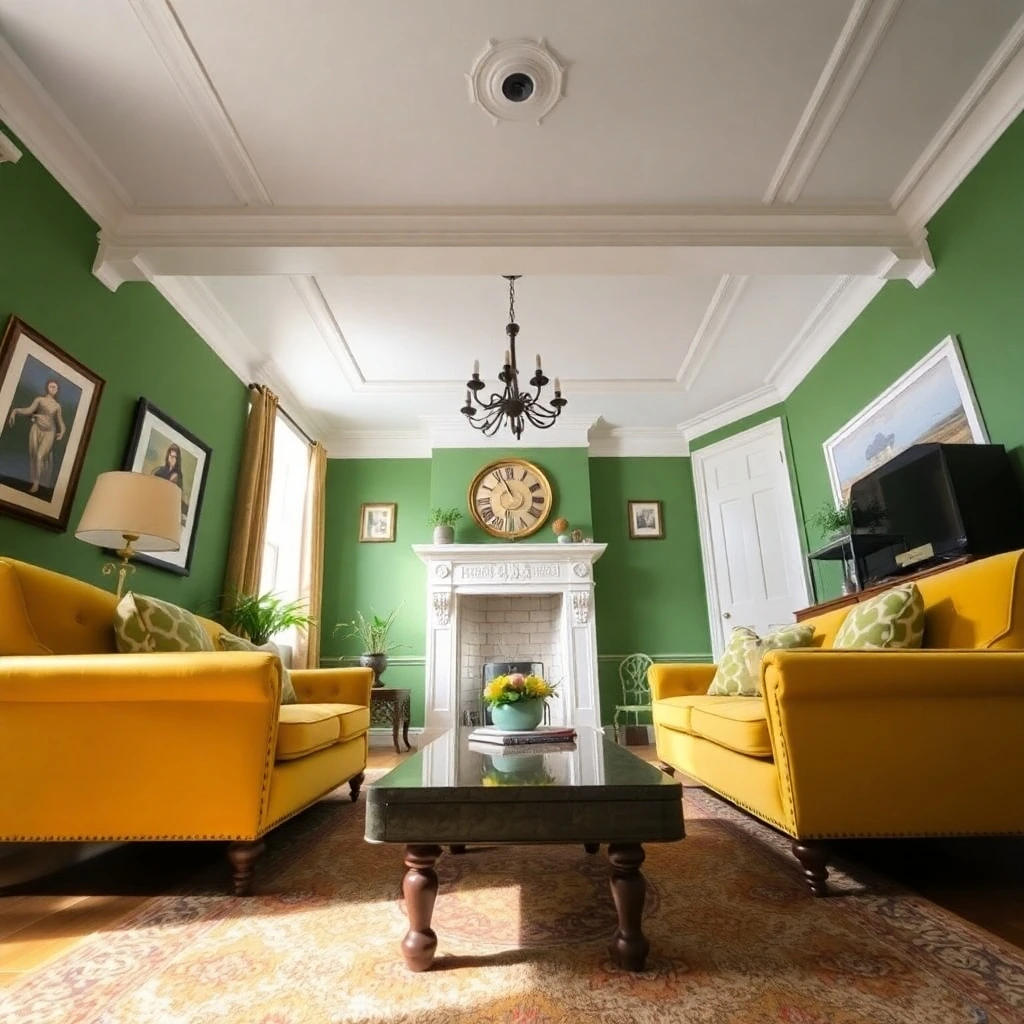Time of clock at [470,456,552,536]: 10:56
